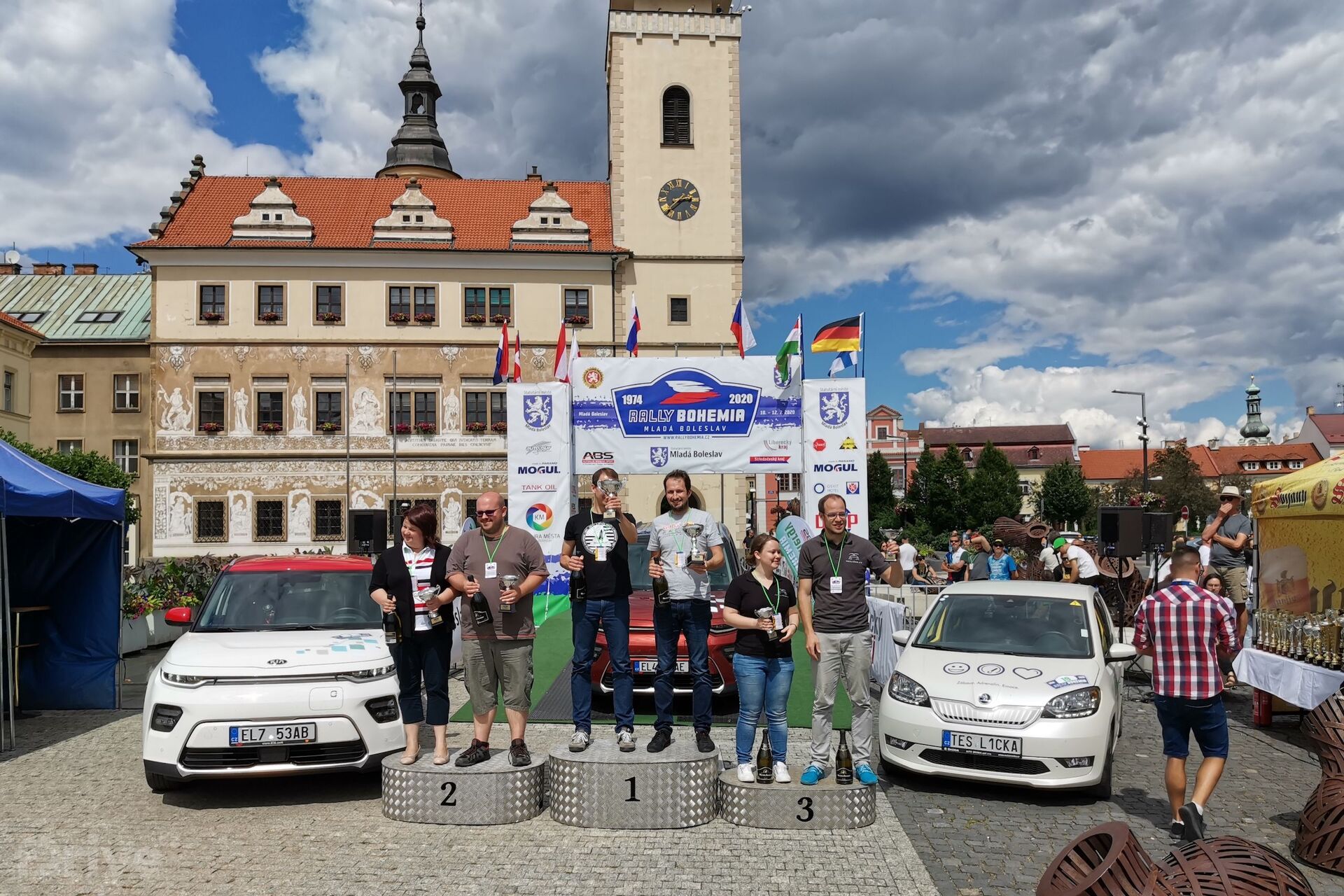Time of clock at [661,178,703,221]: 2:38
